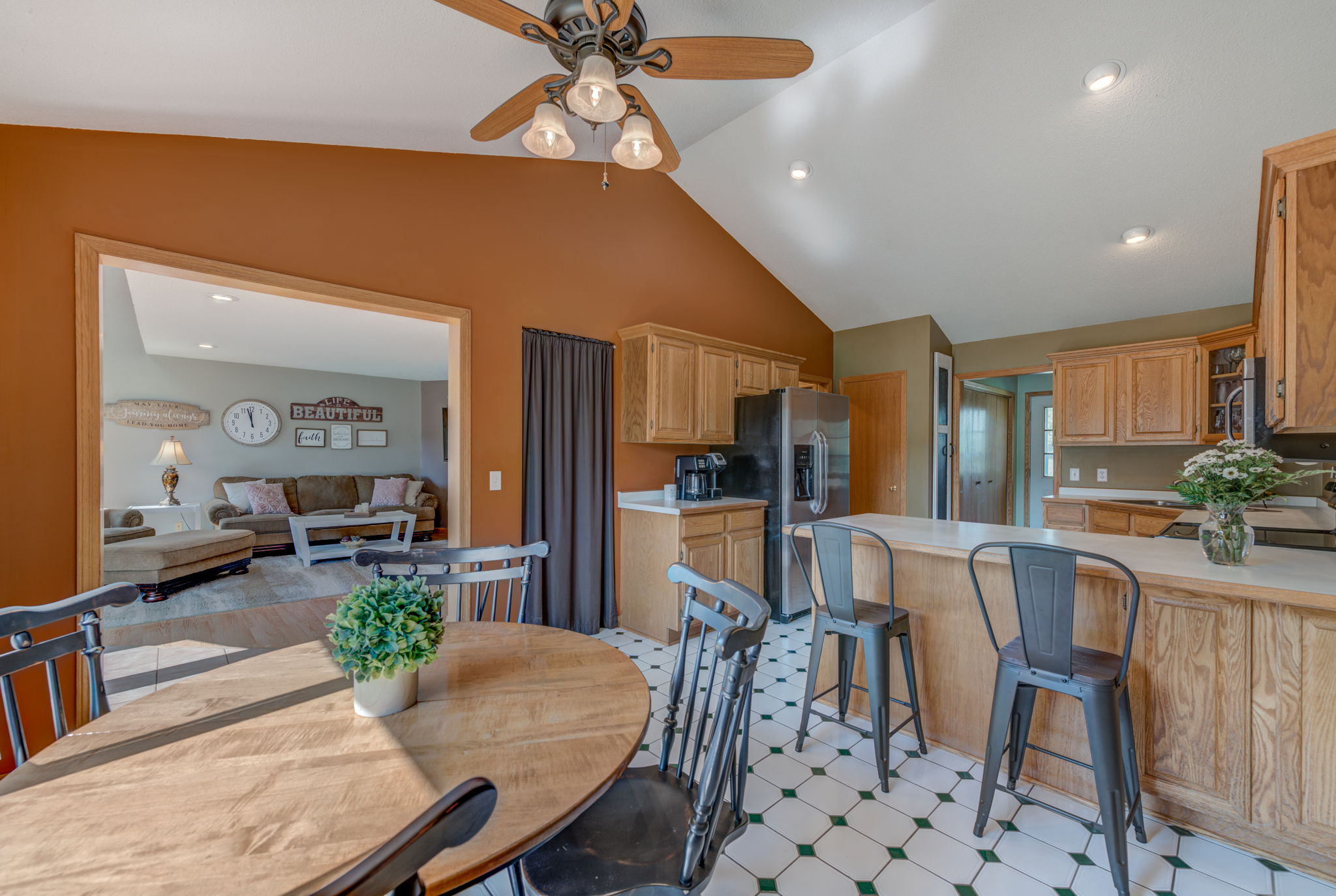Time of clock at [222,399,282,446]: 11:57
